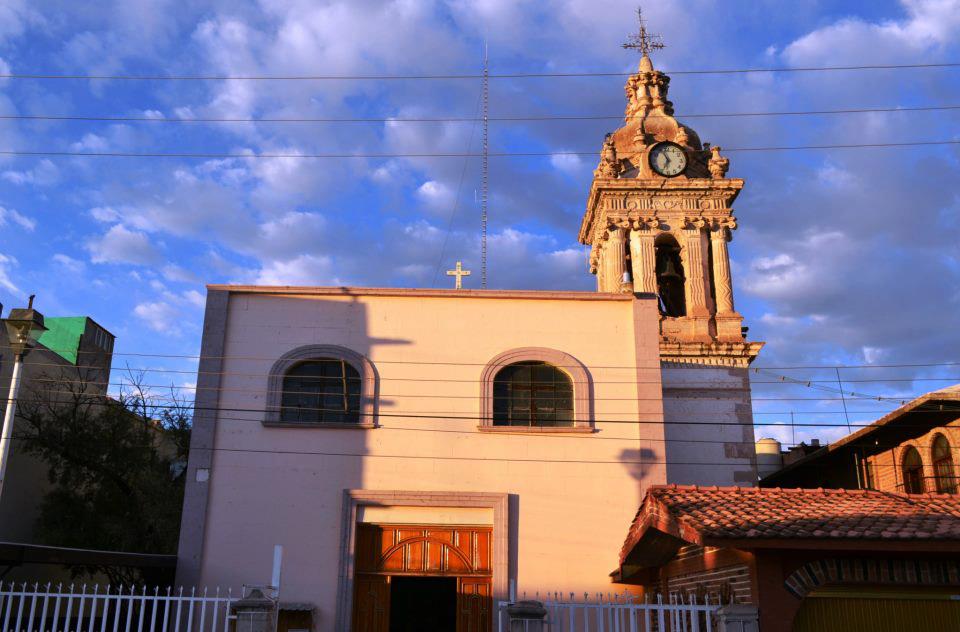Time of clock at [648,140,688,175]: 6:56
